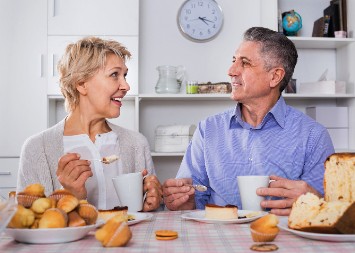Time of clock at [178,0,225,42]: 4:17
